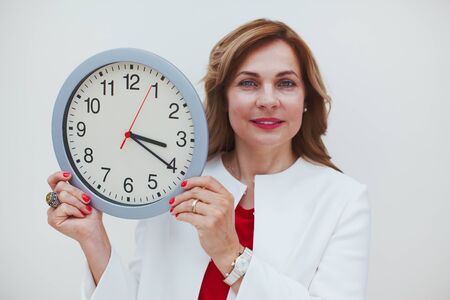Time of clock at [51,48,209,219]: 3:20
